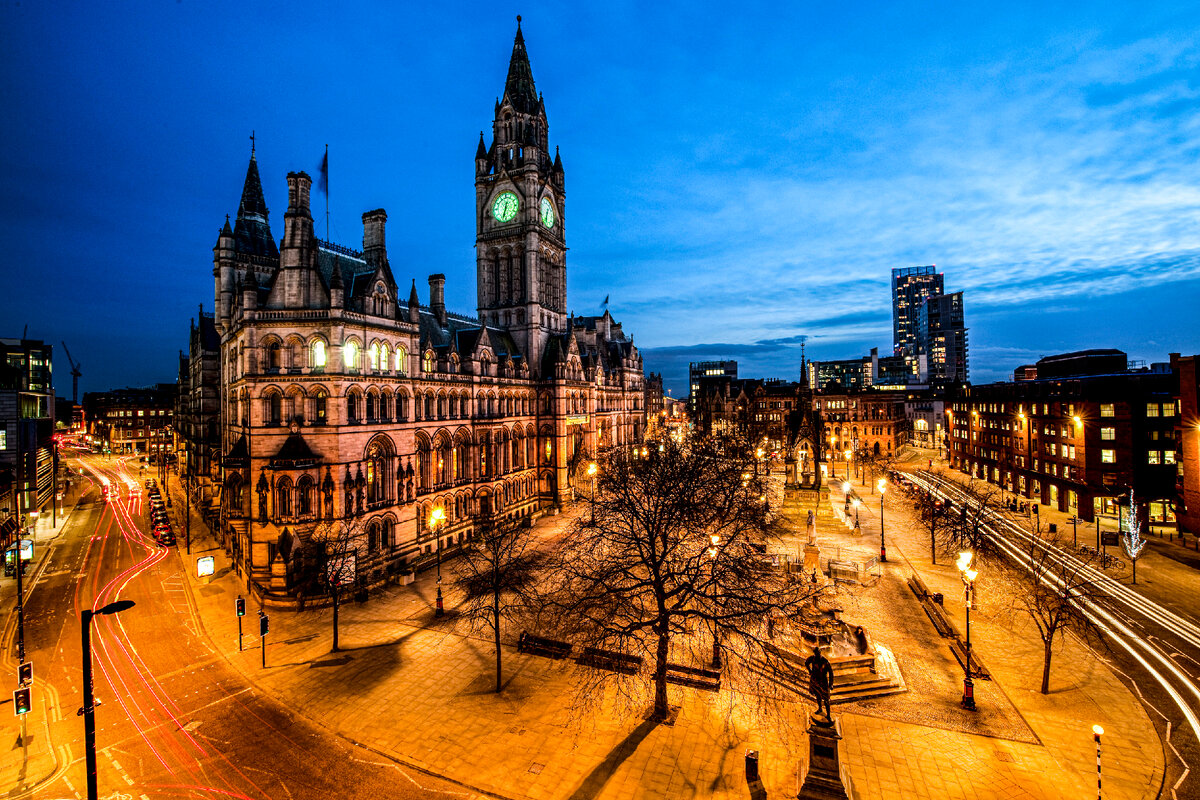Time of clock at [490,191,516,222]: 12:32
